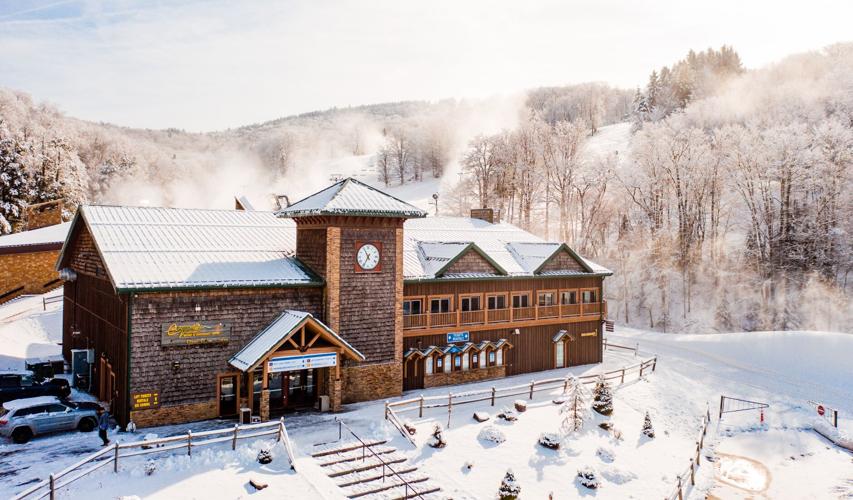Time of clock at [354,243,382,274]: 6:55
